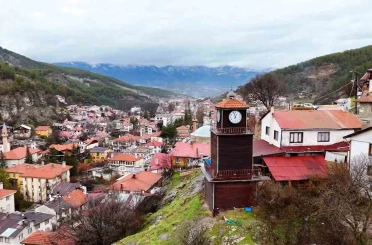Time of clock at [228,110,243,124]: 12:57
